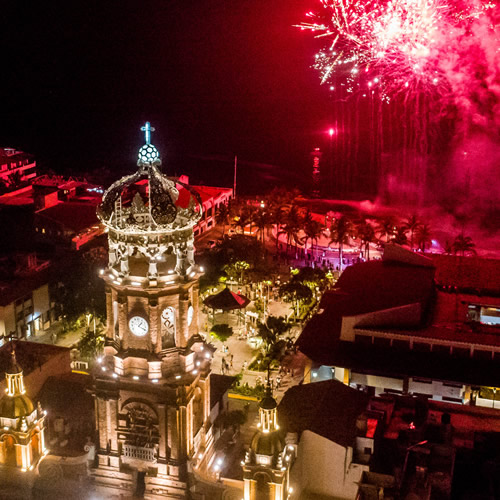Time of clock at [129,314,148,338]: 1:18
